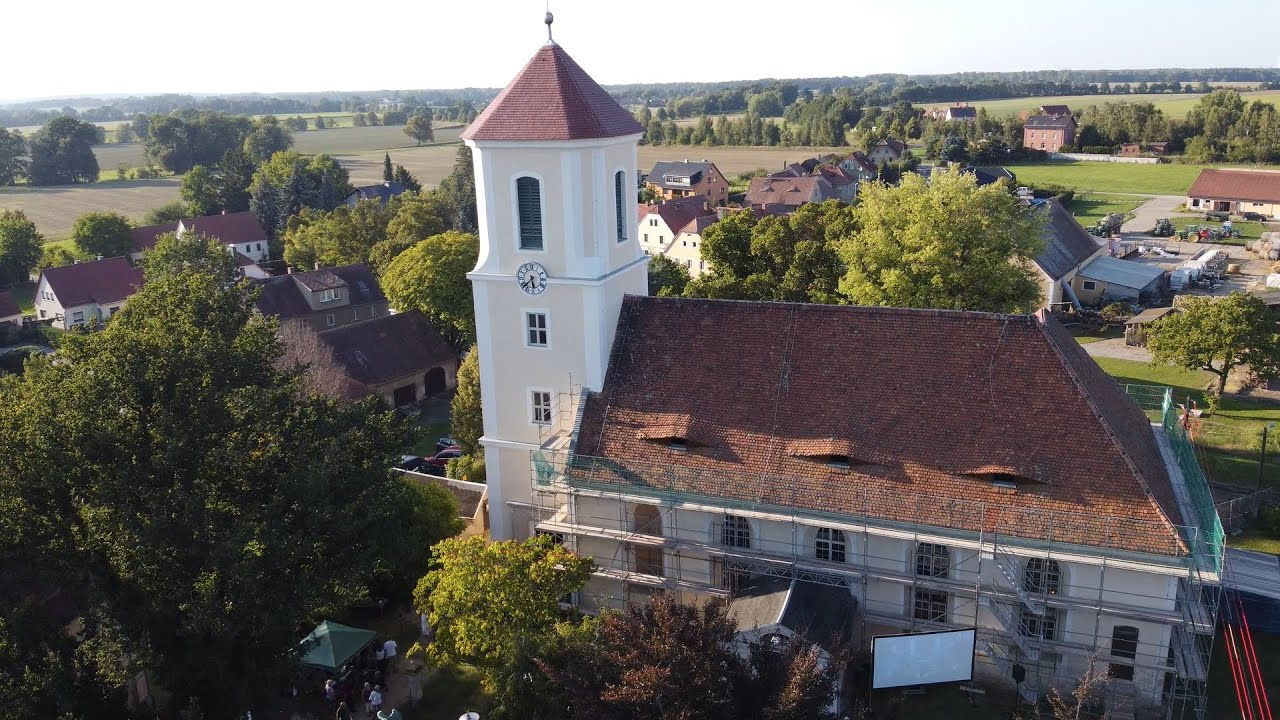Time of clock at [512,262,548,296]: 5:37
